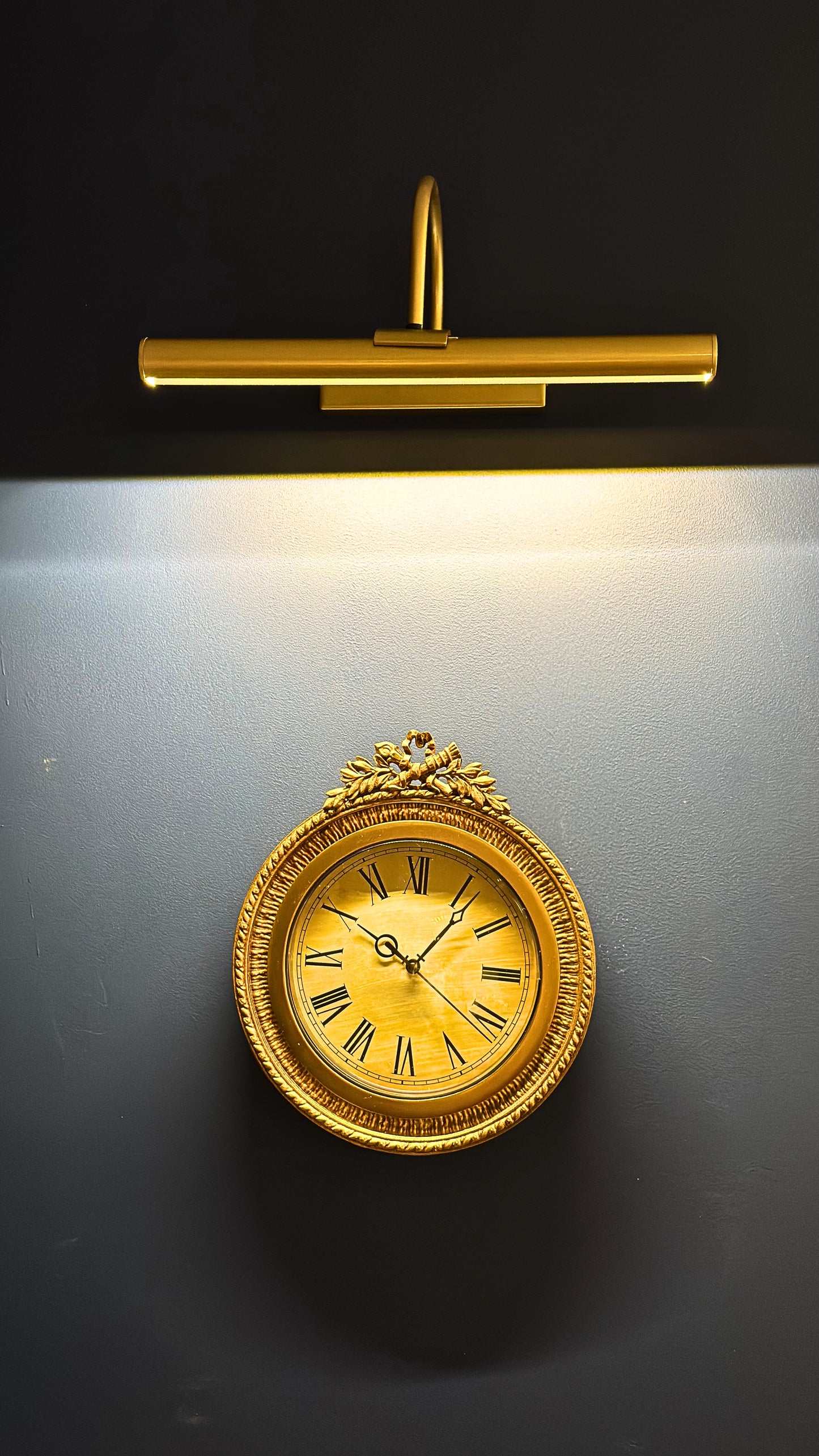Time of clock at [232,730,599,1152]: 10:06
